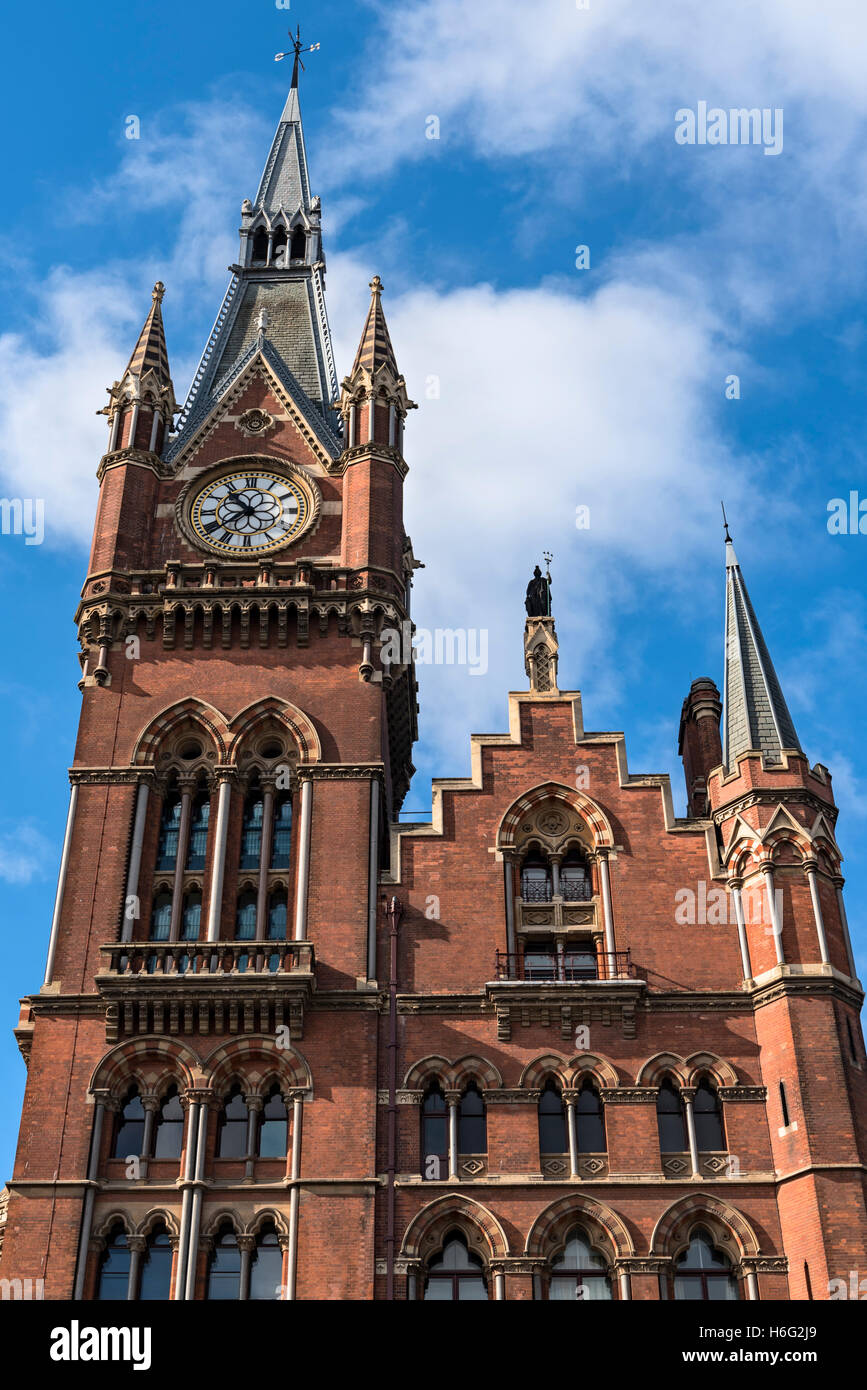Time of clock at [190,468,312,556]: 10:38
